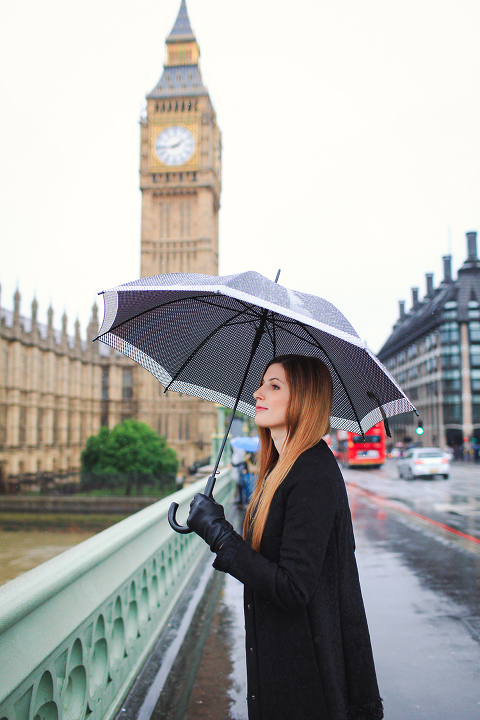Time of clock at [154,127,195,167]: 1:43
